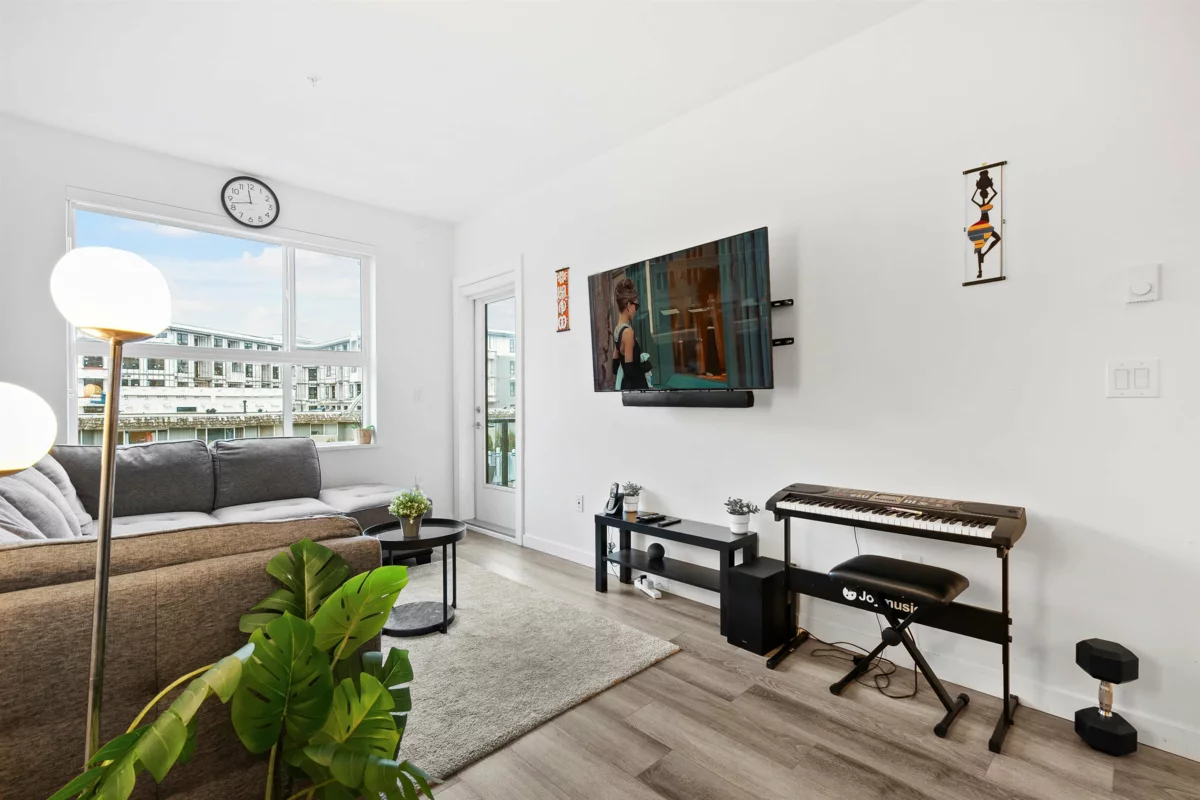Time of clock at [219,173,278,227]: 11:42
